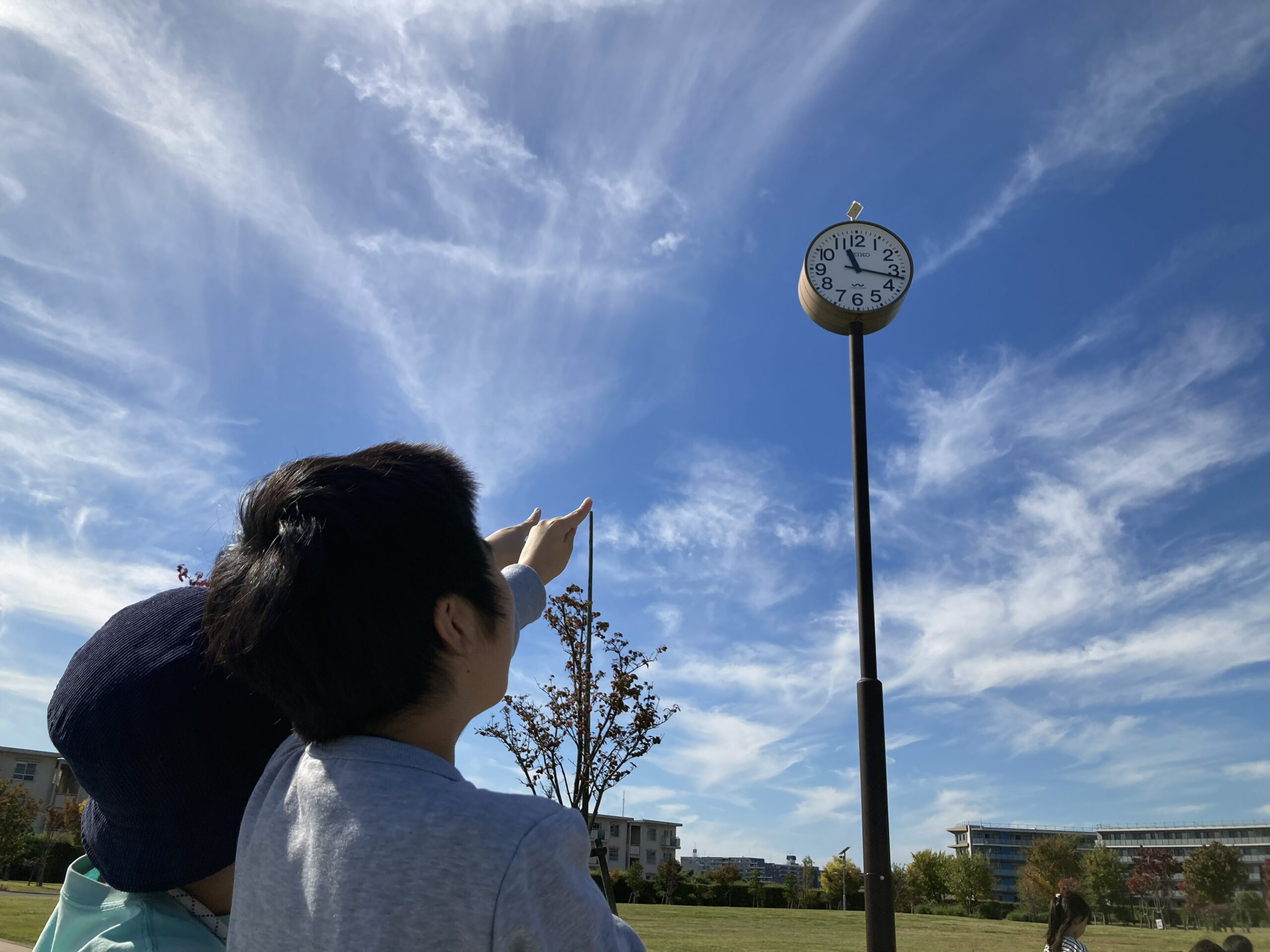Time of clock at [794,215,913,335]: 11:16
